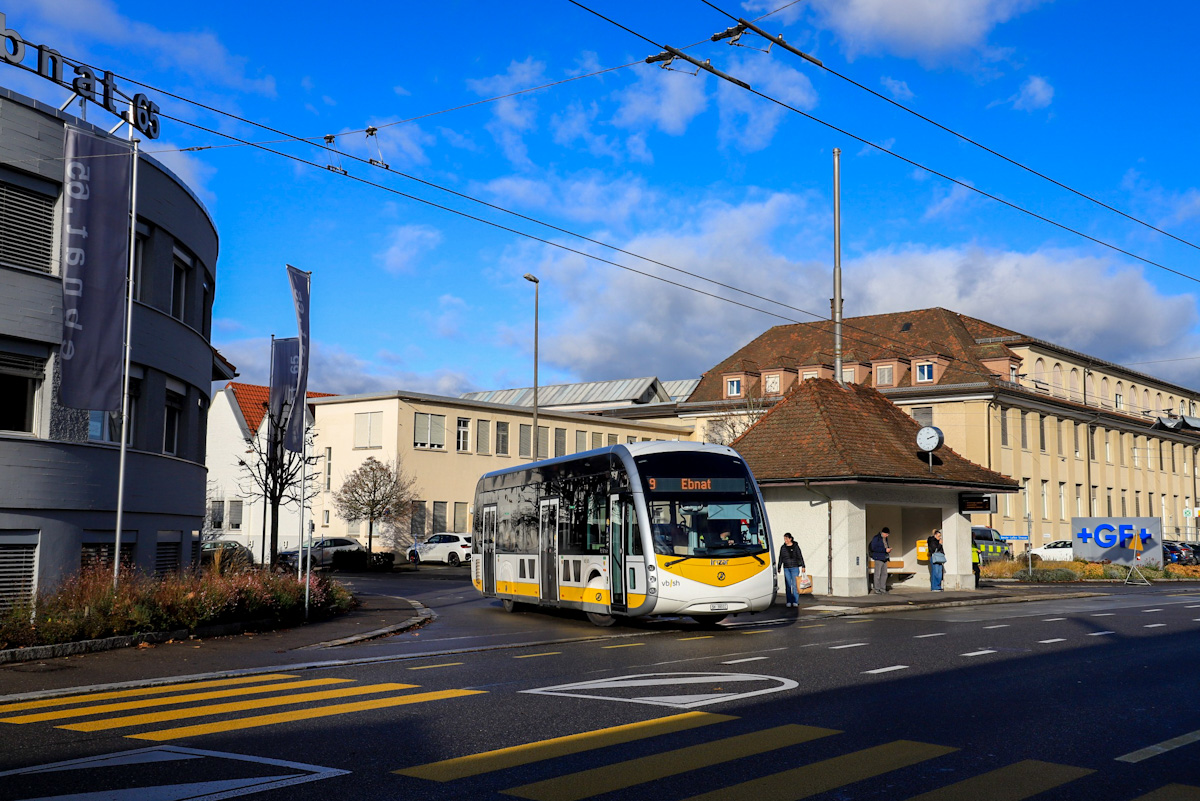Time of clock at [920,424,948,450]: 2:12
